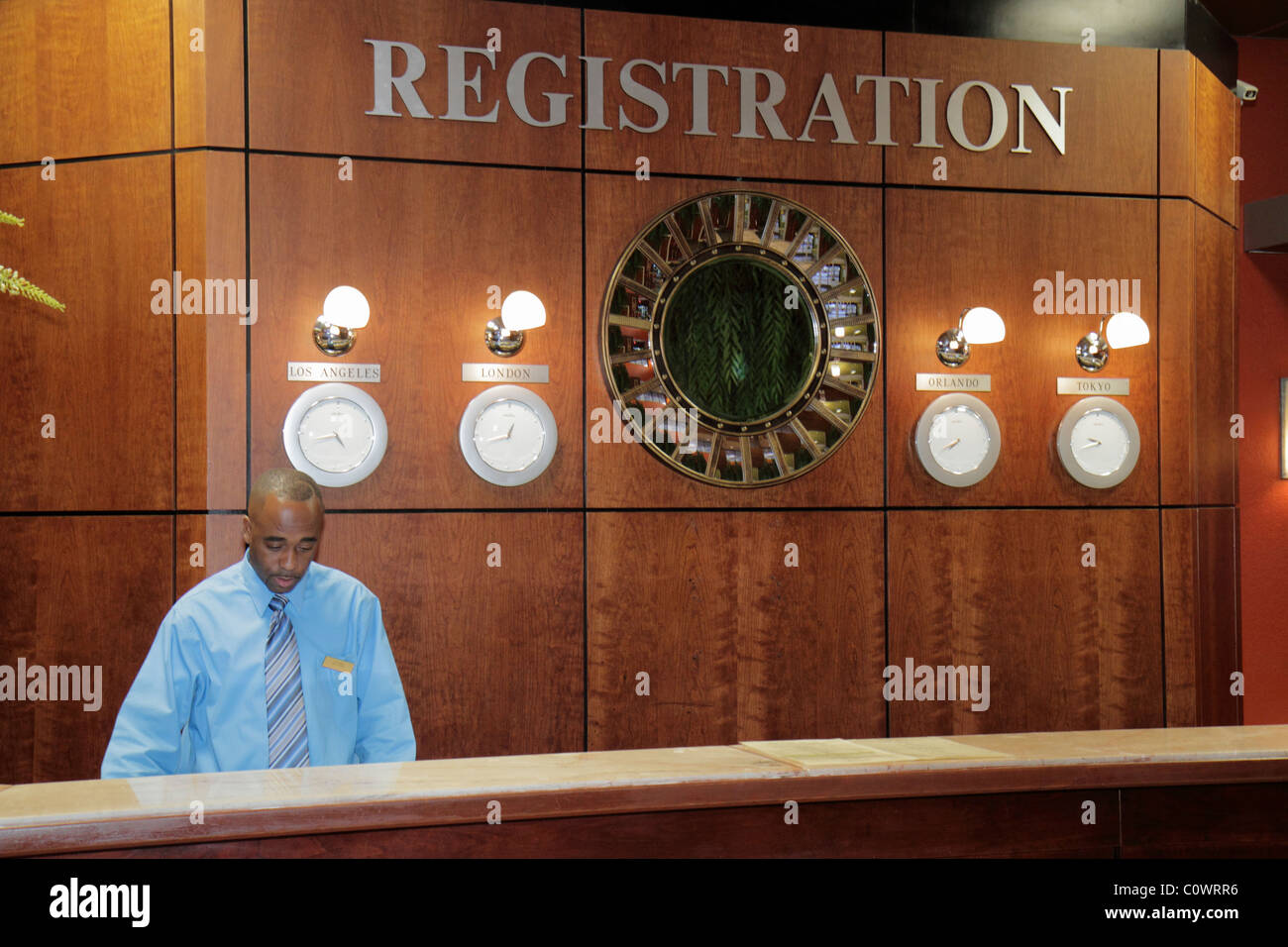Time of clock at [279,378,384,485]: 4:42
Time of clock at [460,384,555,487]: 12:42
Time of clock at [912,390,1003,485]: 7:40
